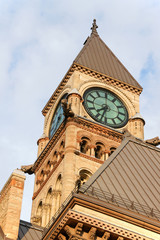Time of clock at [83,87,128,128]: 7:32
